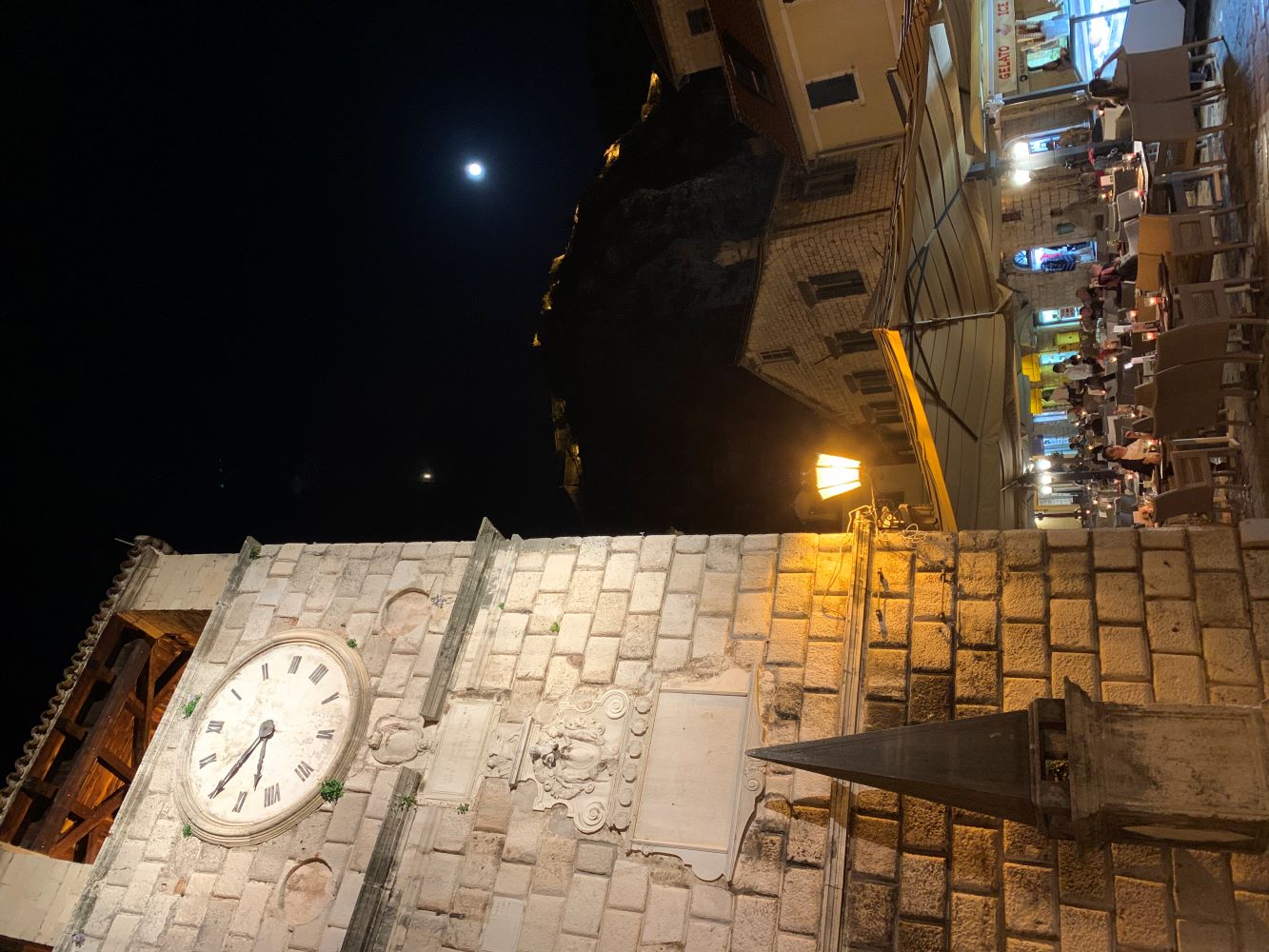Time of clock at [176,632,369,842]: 5:34
